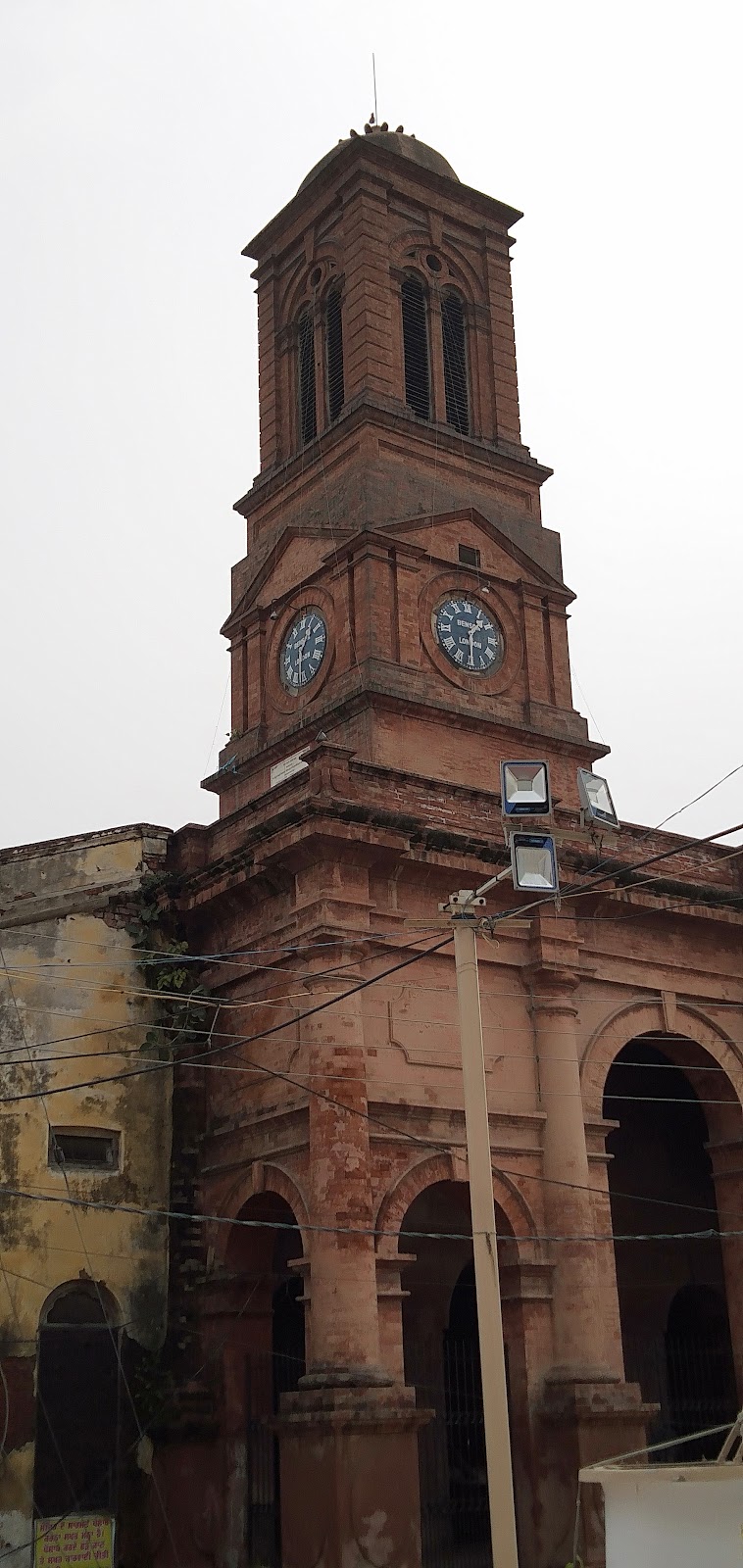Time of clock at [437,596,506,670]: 1:29
